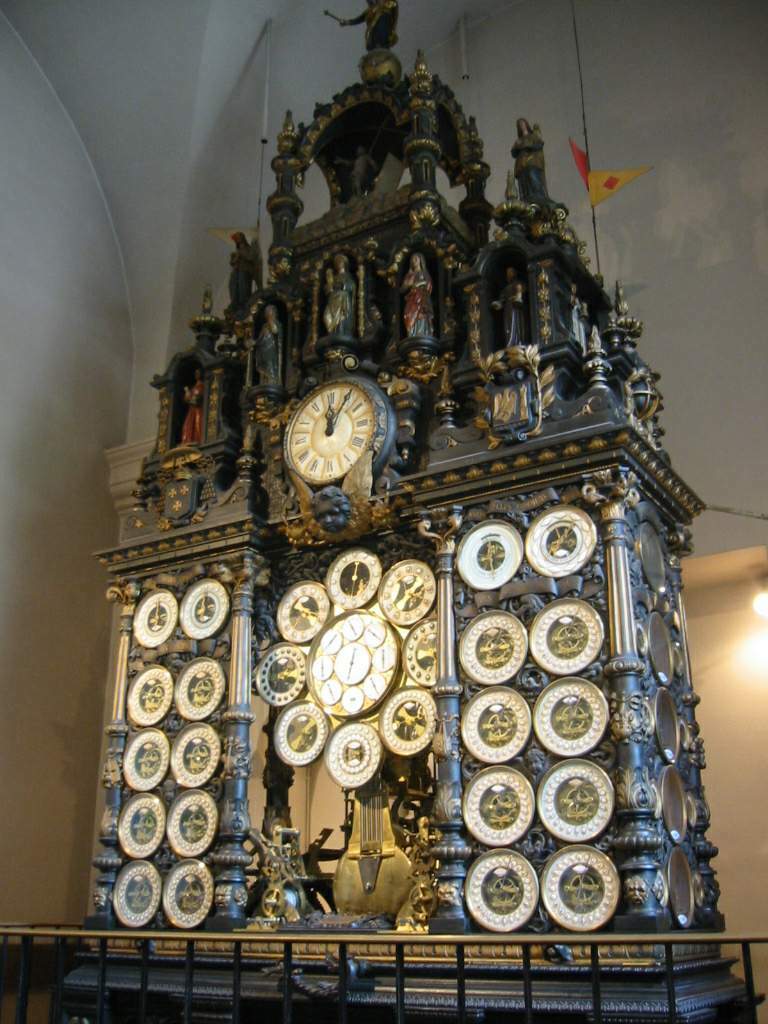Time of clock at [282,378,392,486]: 12:06
